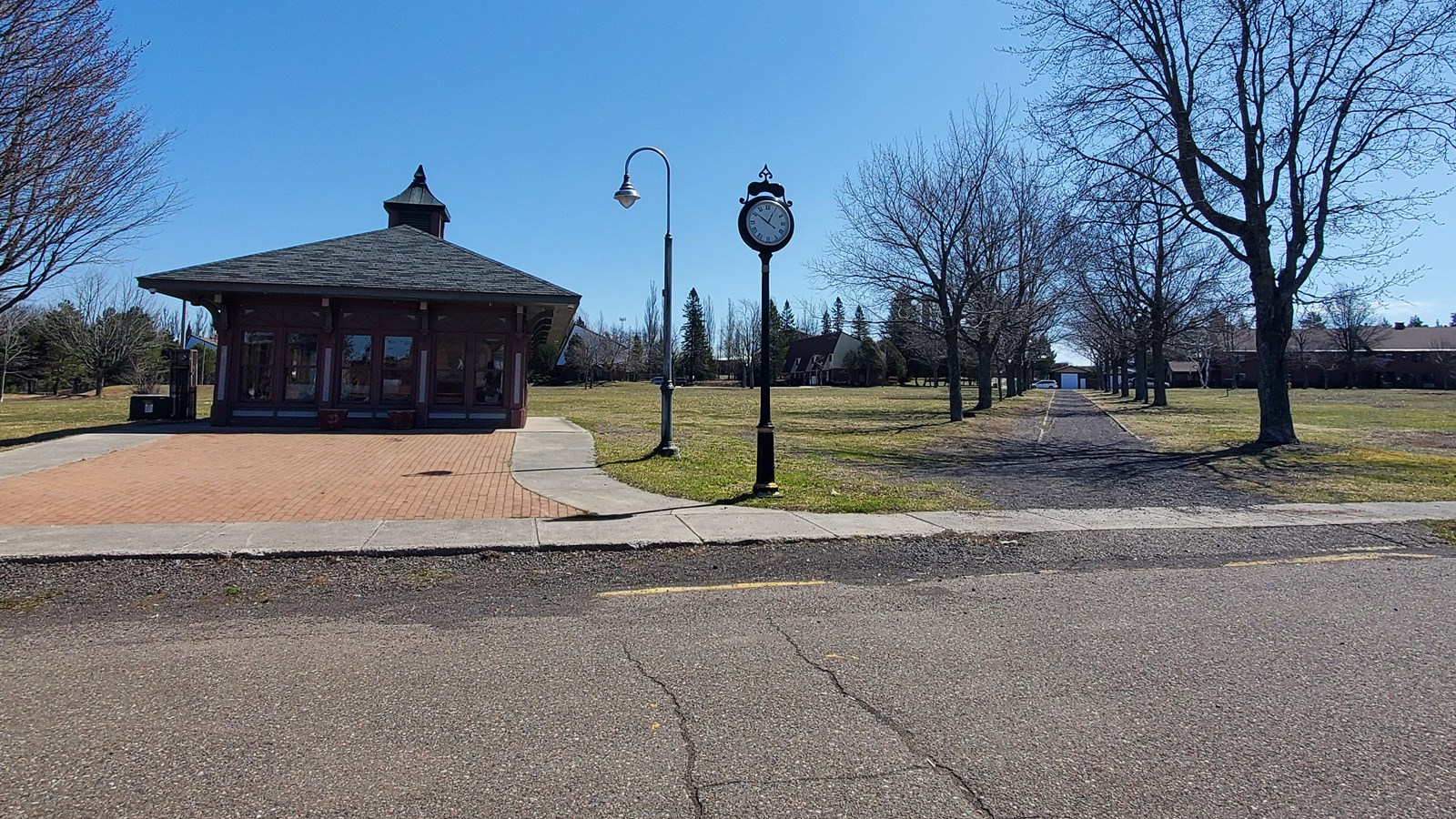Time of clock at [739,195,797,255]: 12:51
